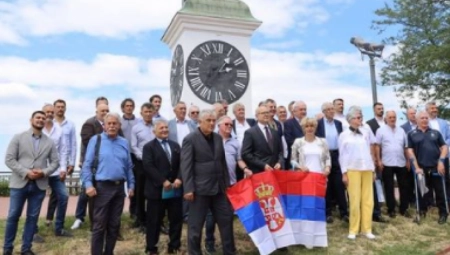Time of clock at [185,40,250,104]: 2:36
